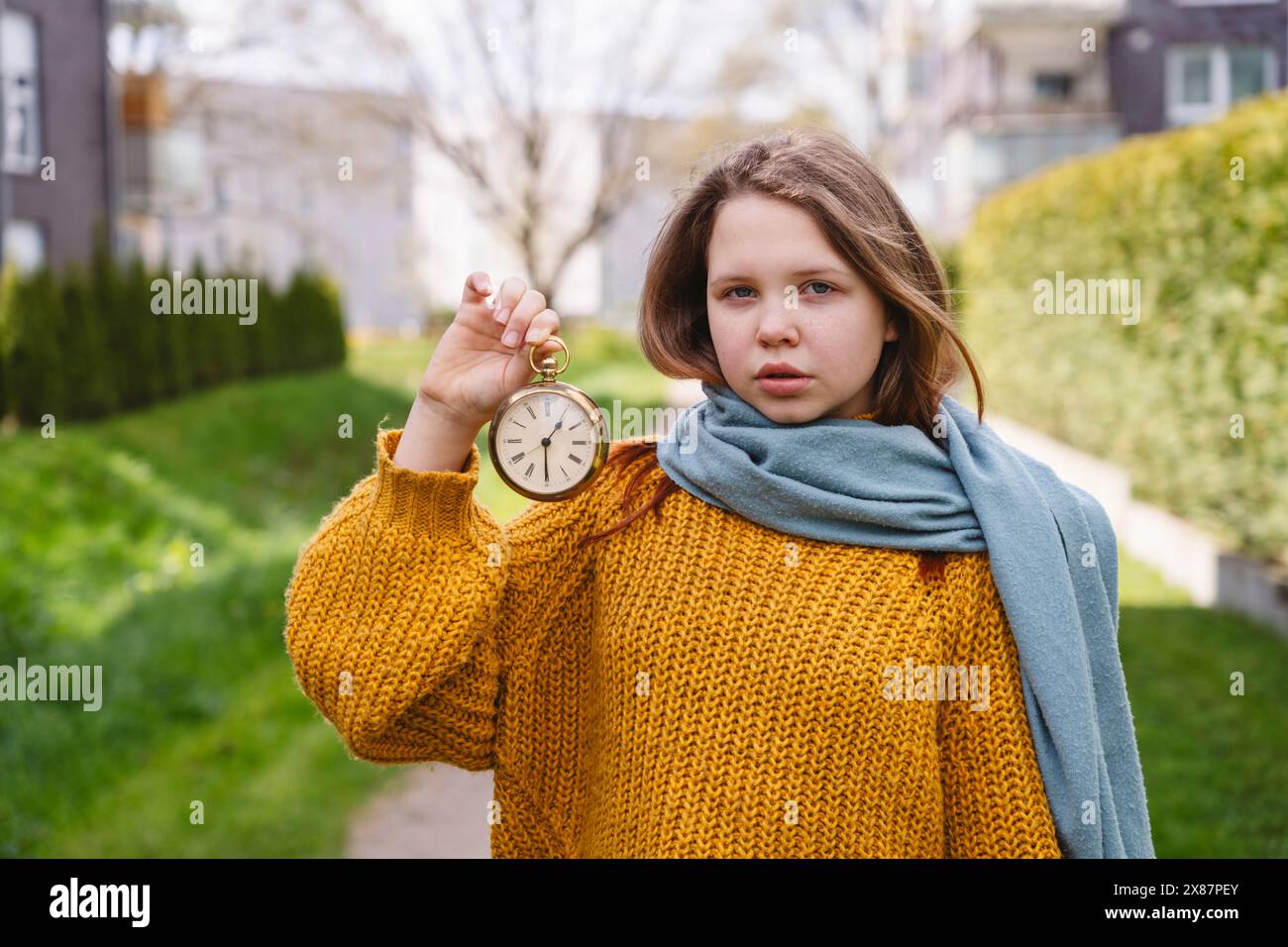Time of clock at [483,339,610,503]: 1:29
